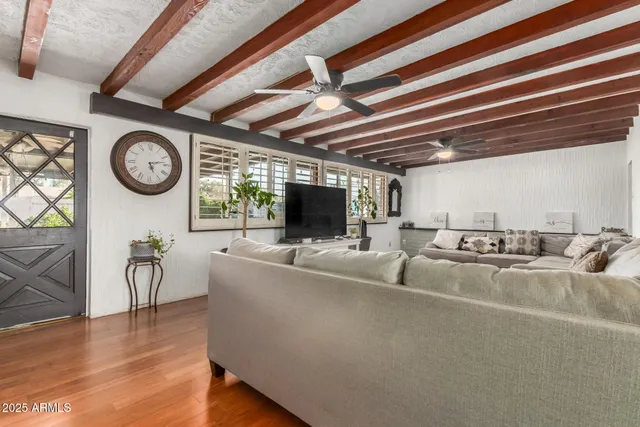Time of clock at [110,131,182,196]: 5:12
